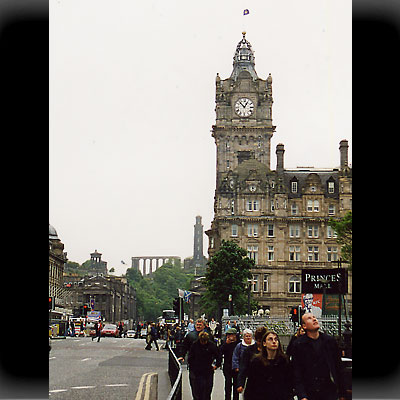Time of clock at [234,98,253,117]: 12:52
